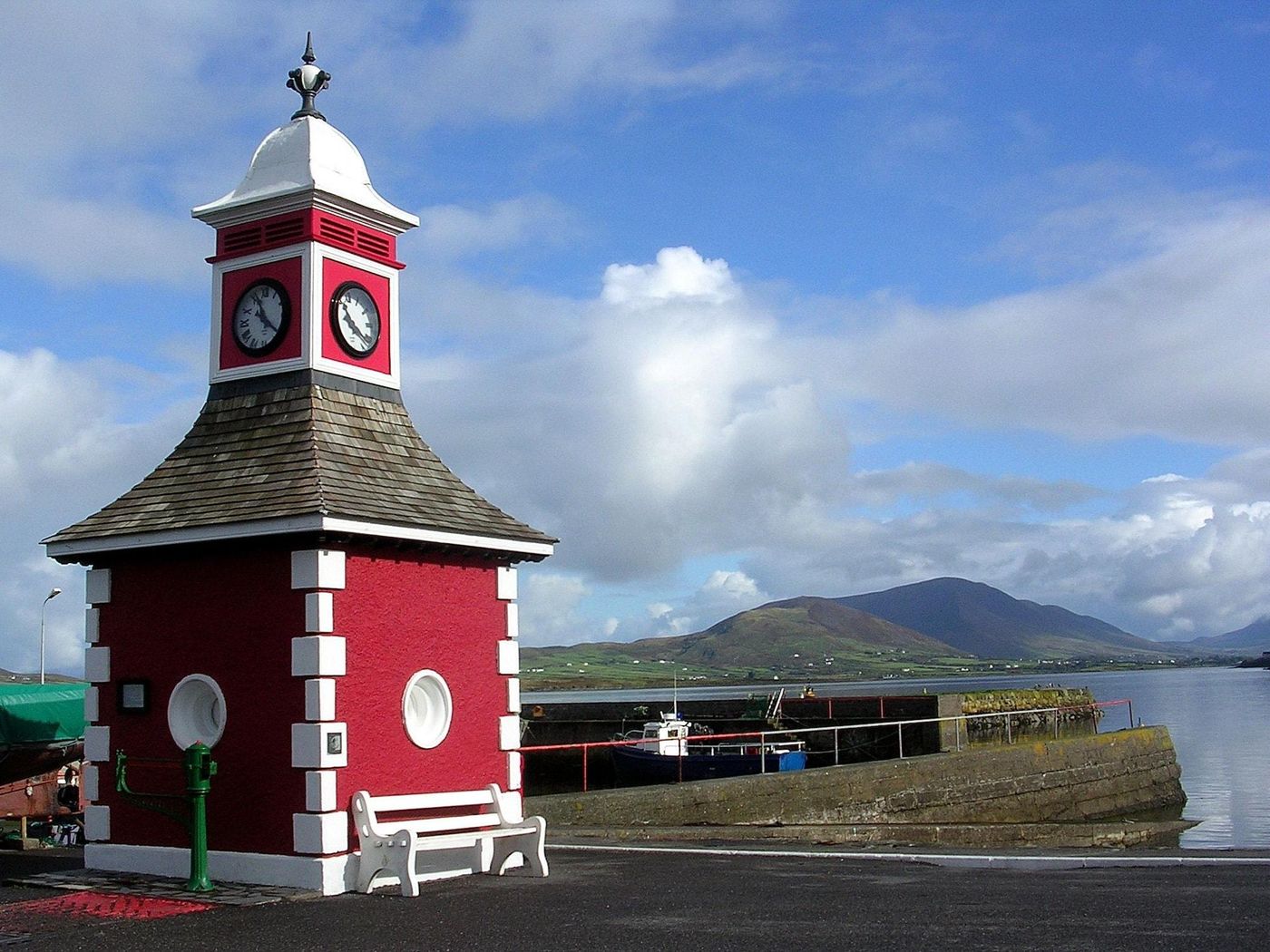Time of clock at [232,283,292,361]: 11:21
